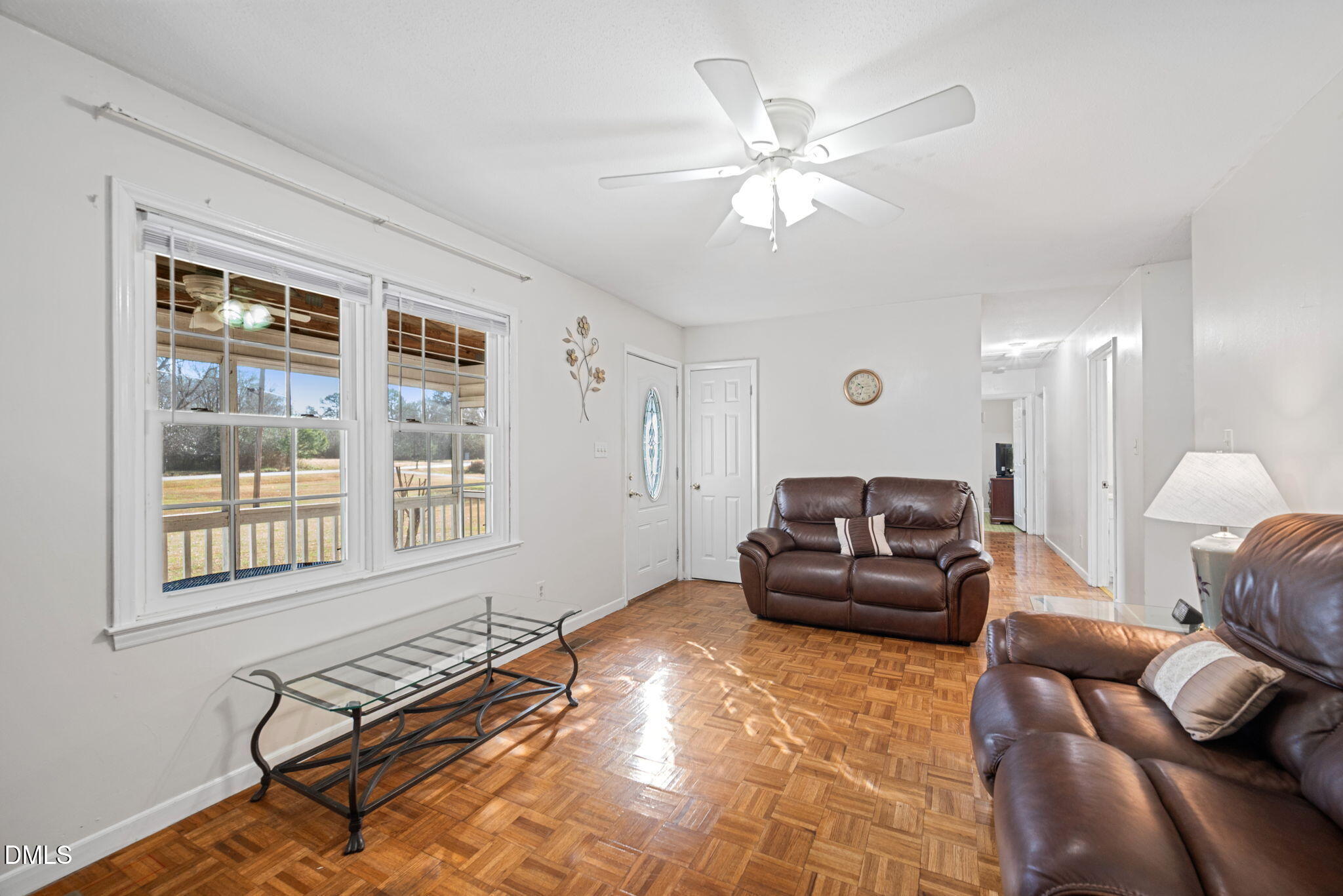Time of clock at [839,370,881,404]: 10:33
